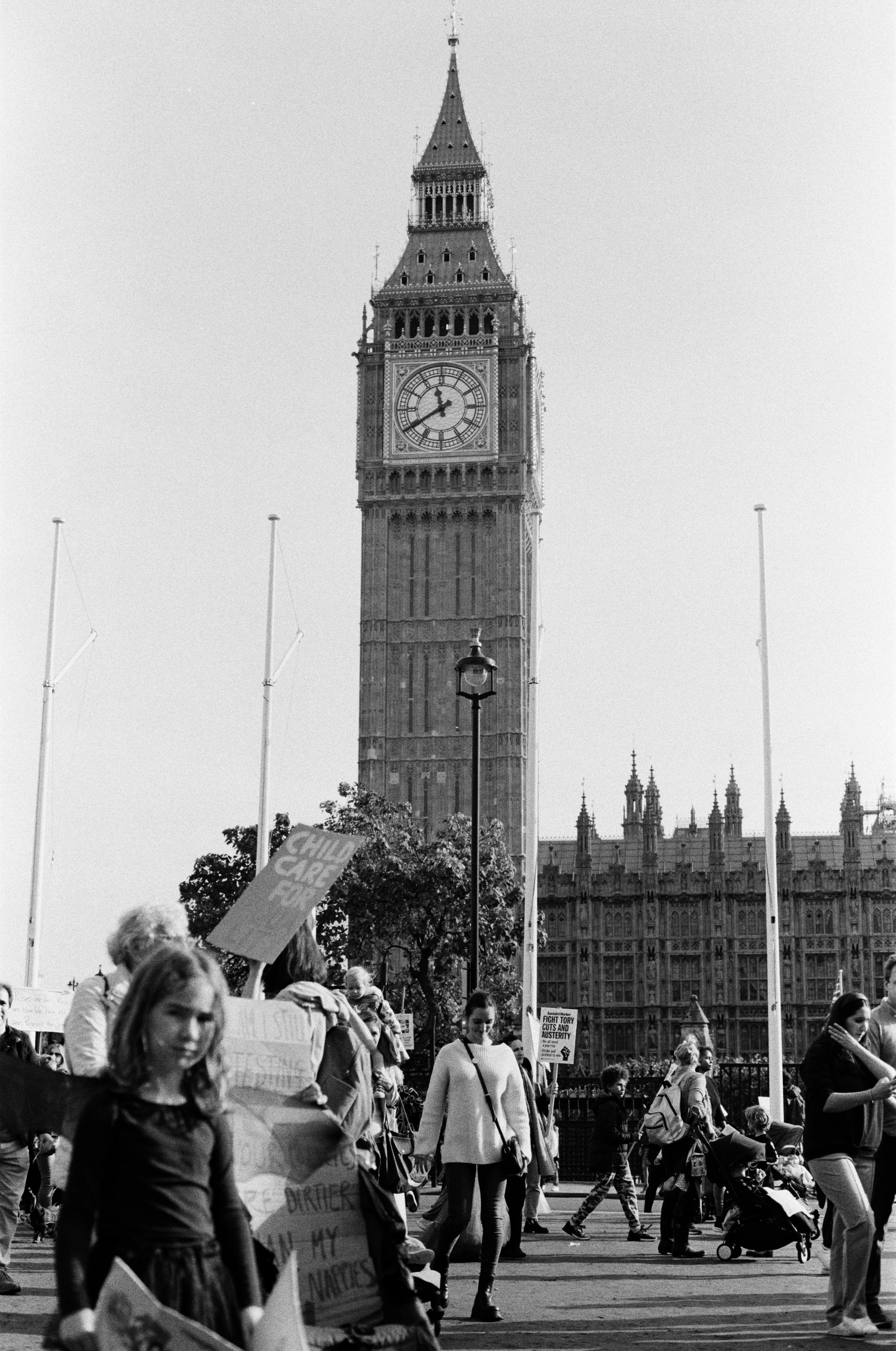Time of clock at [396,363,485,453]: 11:39
